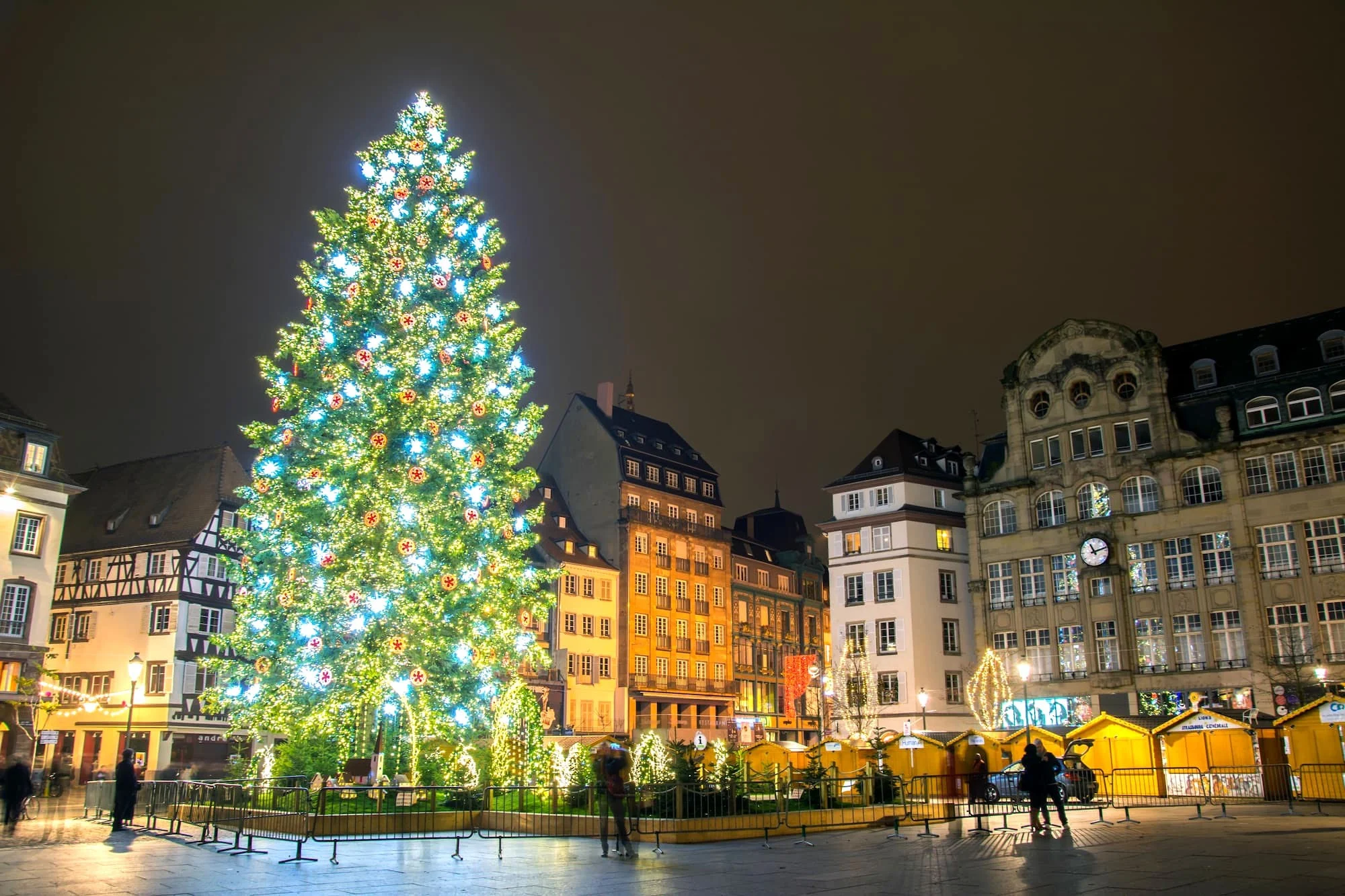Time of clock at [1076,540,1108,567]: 11:12
